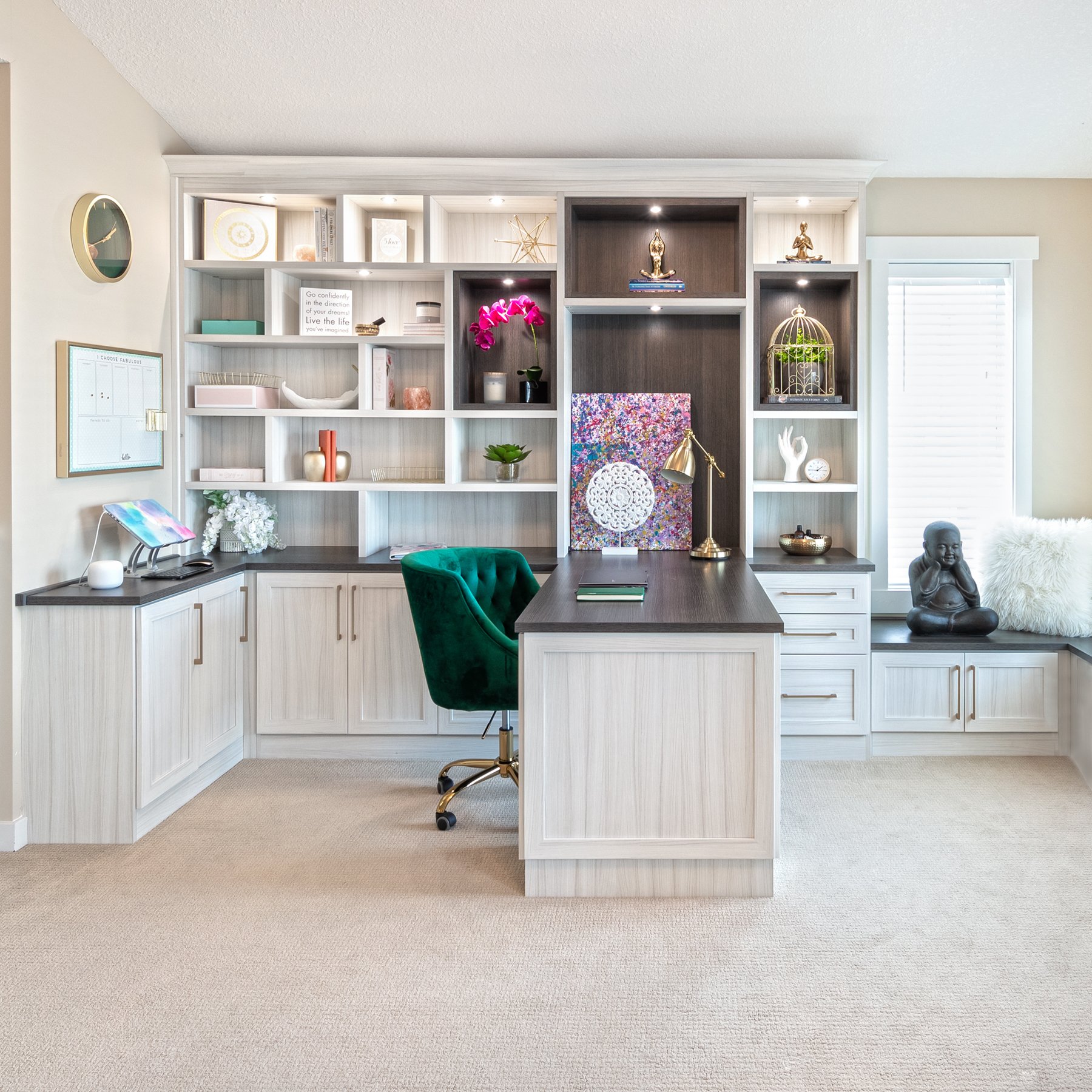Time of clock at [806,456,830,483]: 1:45
